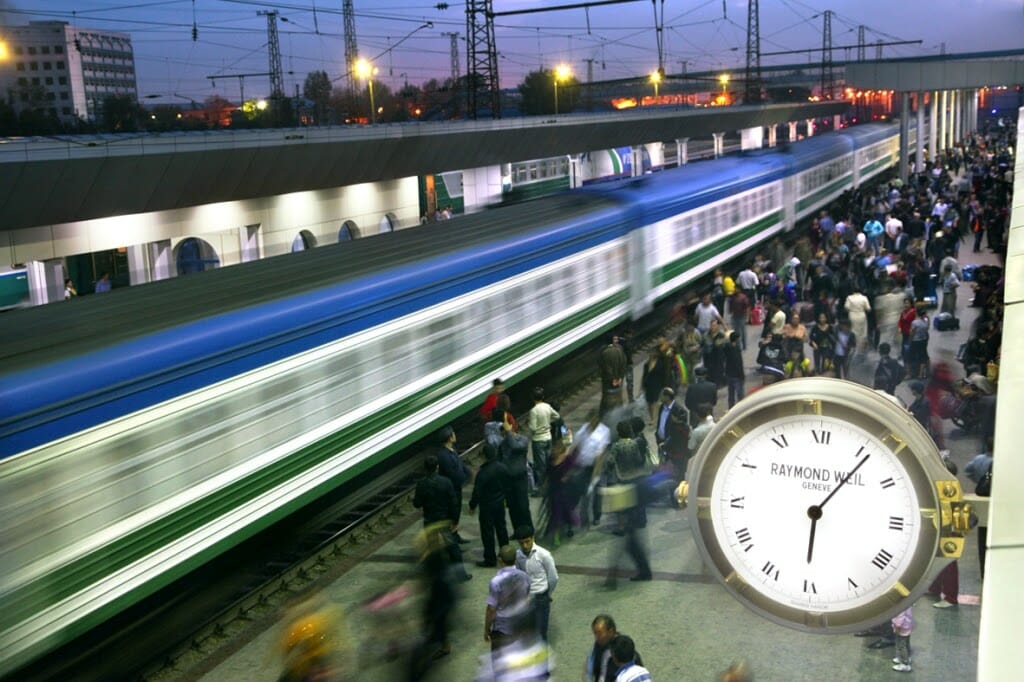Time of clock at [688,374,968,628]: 6:06
